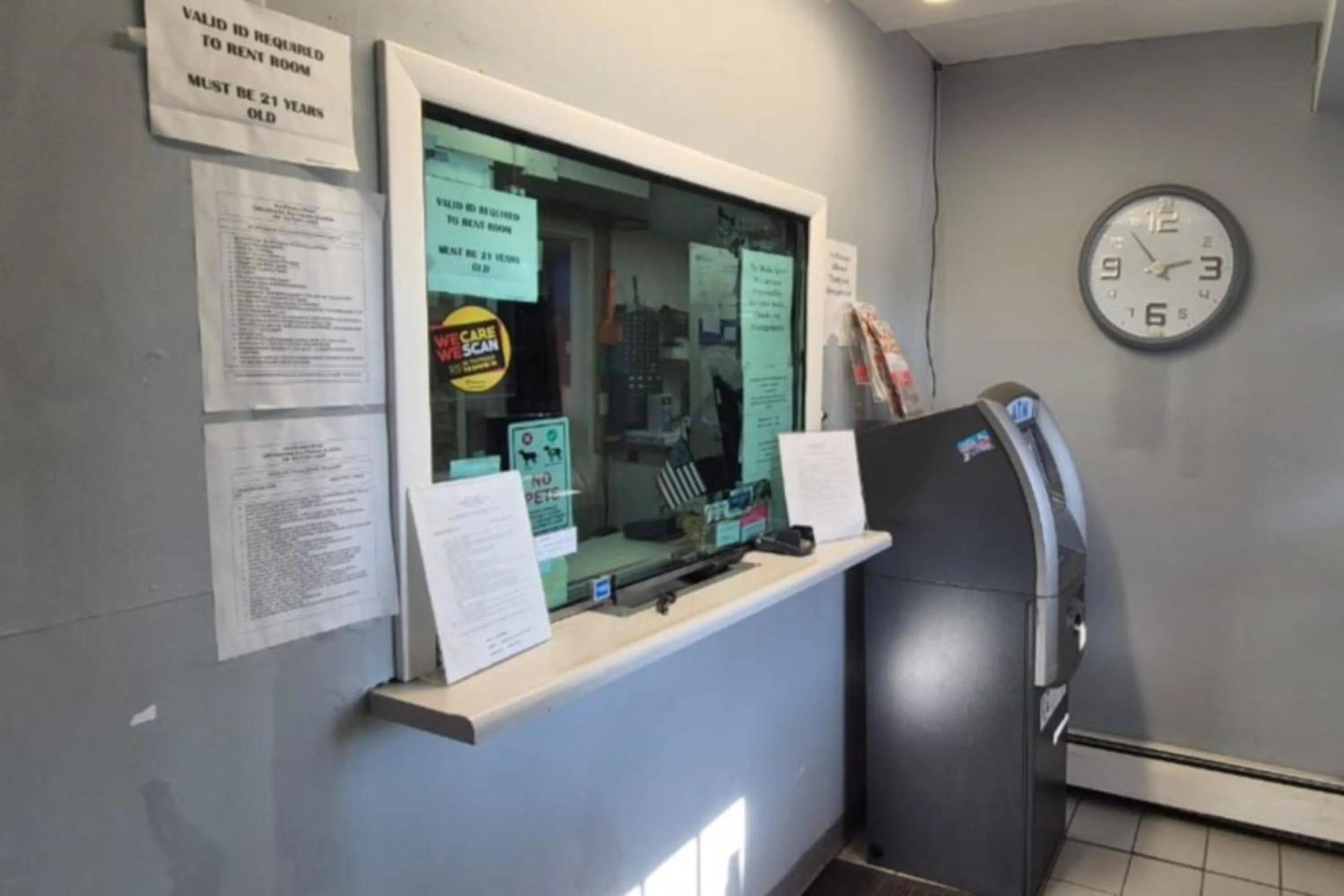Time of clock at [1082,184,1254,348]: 2:53
